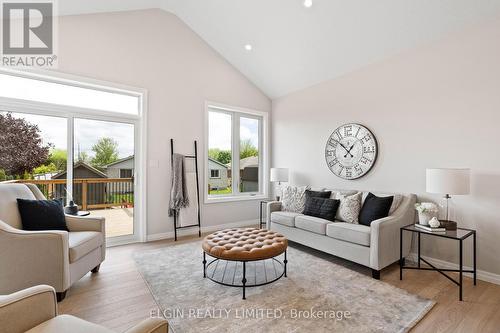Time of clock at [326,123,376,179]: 12:52
